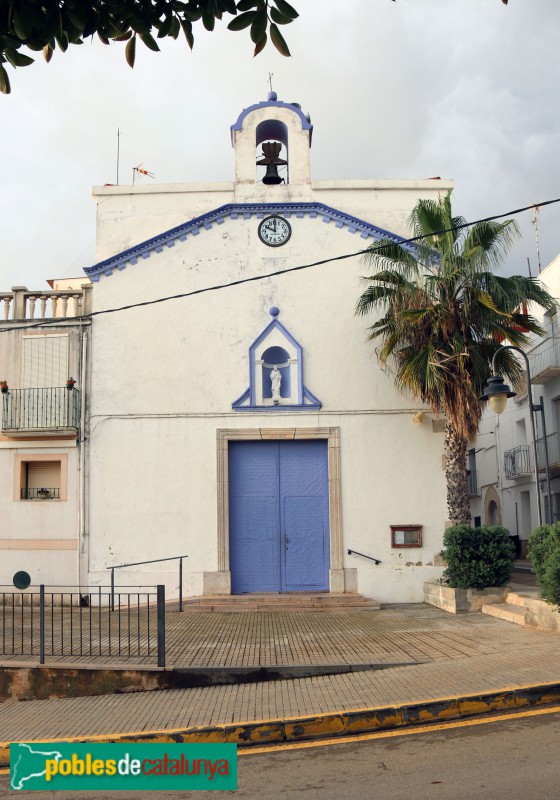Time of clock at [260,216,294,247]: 10:00
